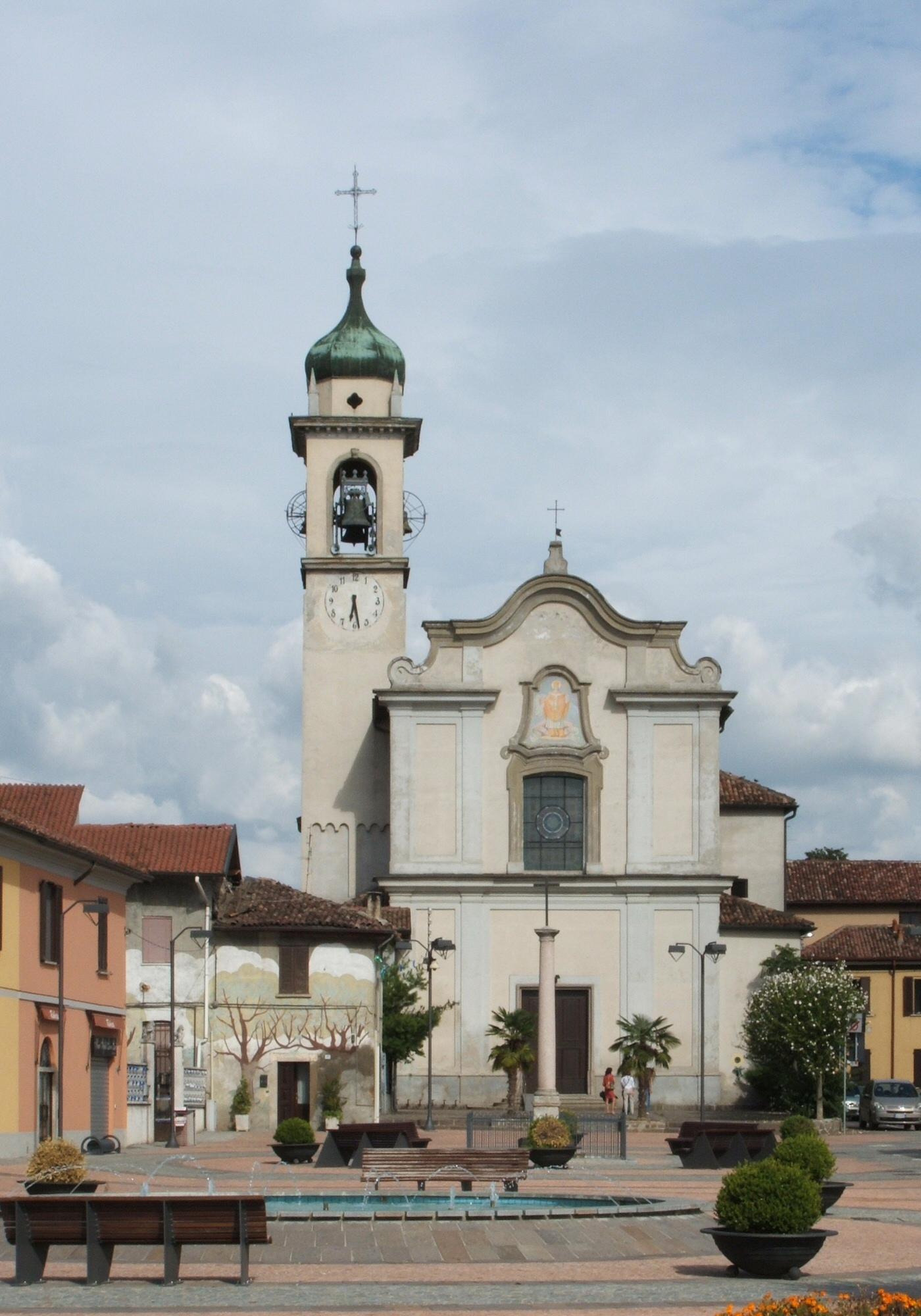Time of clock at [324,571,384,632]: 6:28
